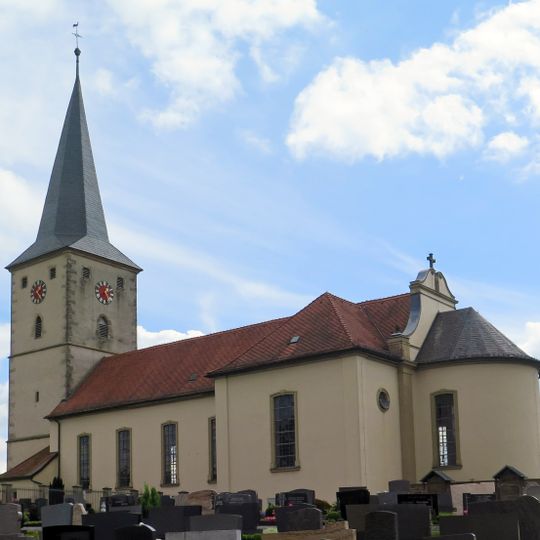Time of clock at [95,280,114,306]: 1:28
